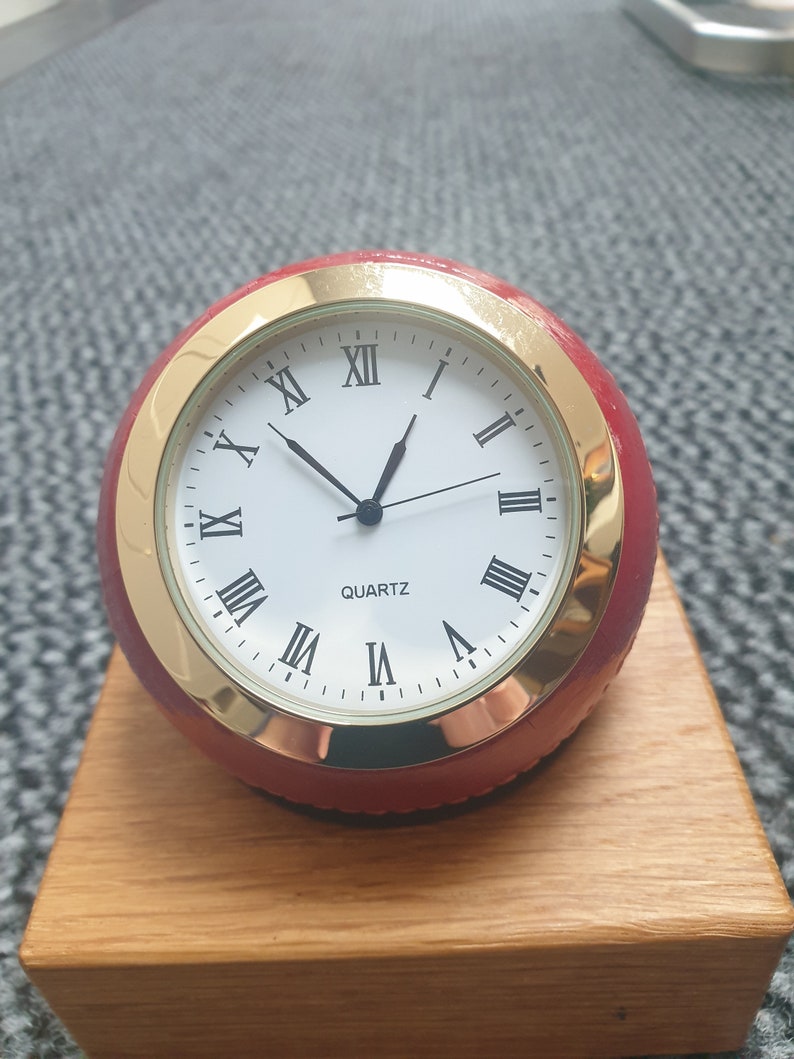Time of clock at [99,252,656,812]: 12:52
